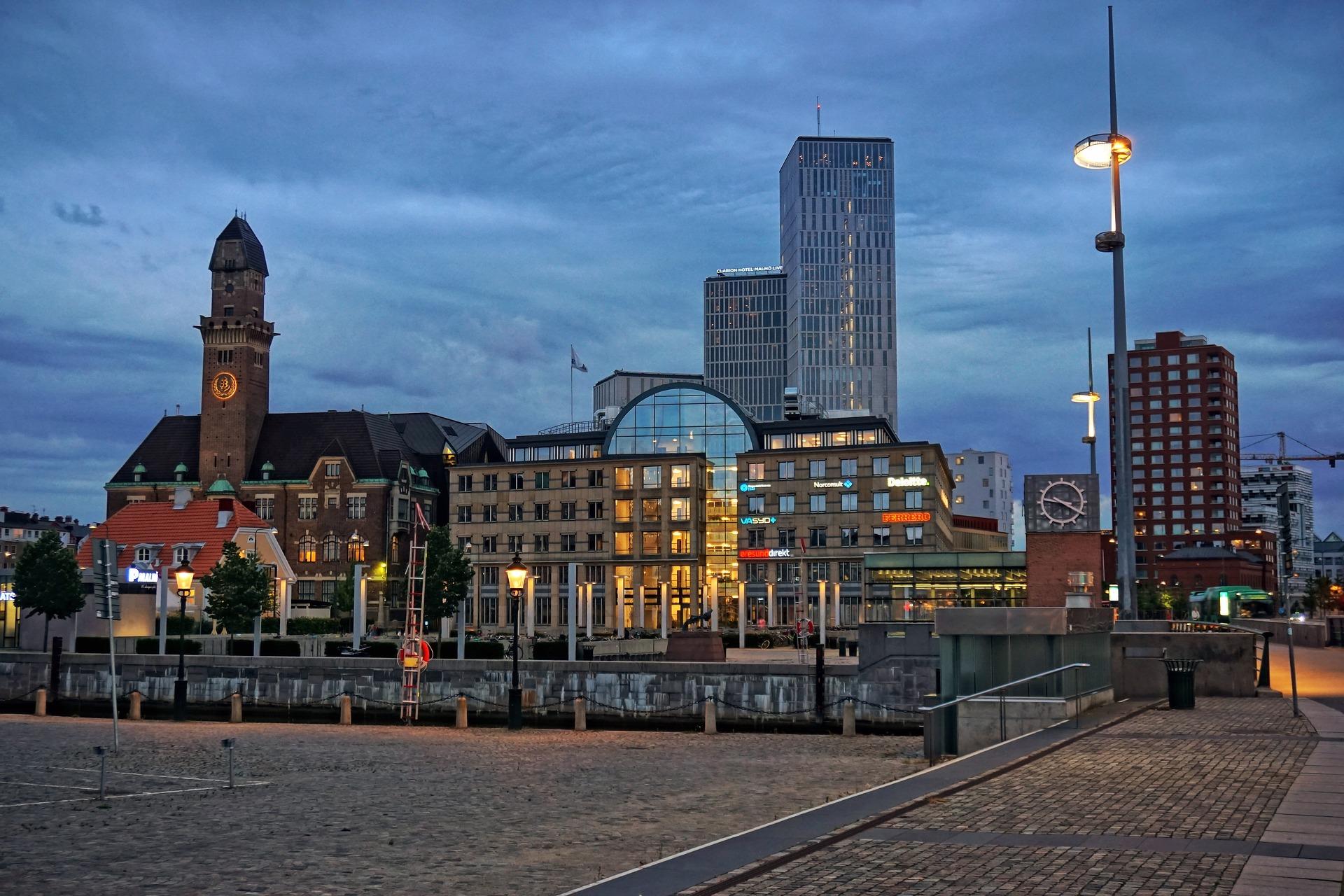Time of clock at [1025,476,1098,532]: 9:20
